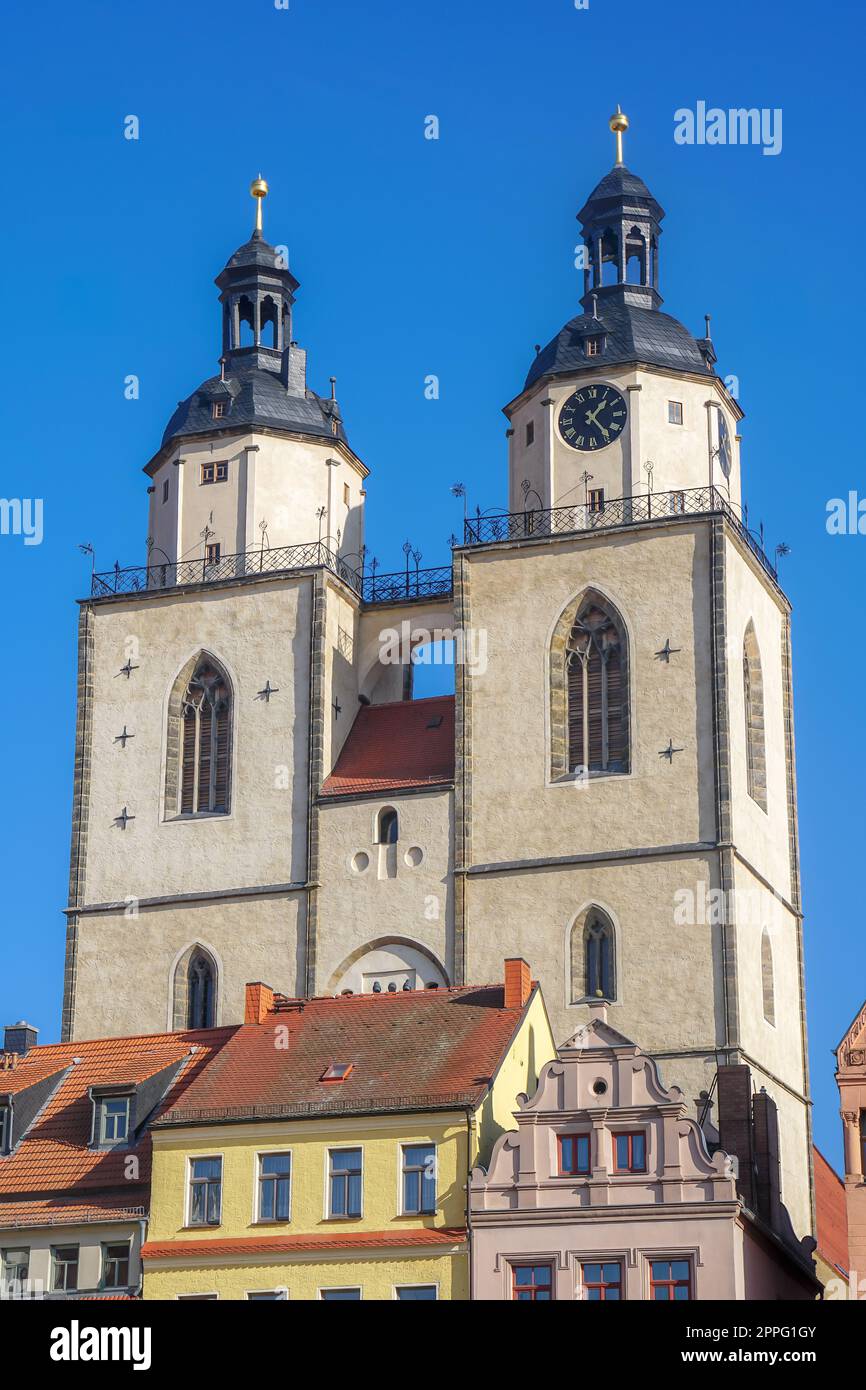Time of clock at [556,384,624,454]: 1:23
